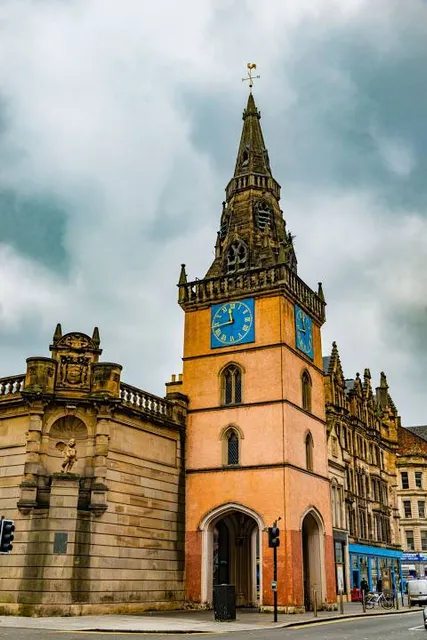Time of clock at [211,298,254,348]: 11:43
